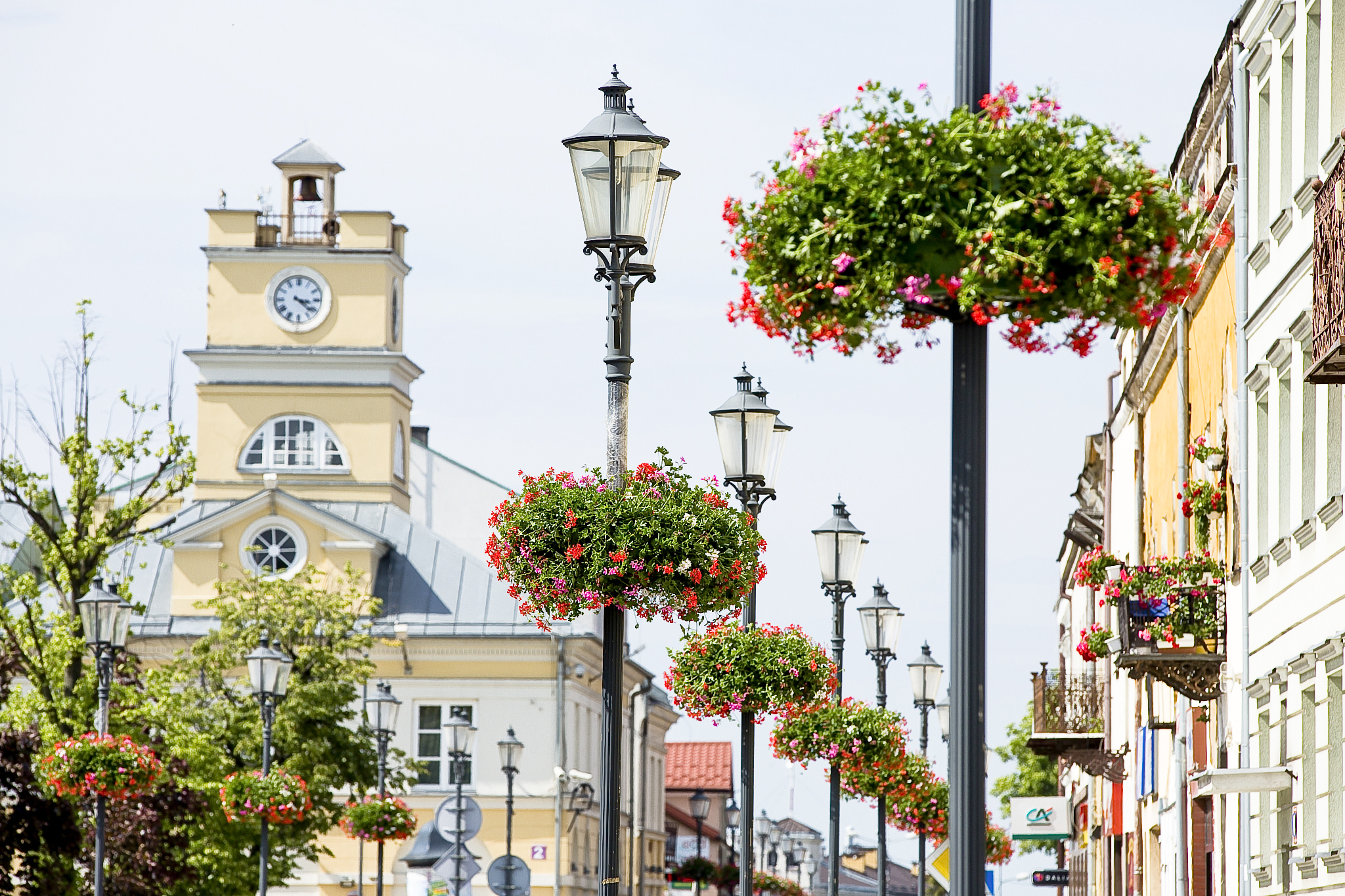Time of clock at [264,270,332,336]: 3:21
